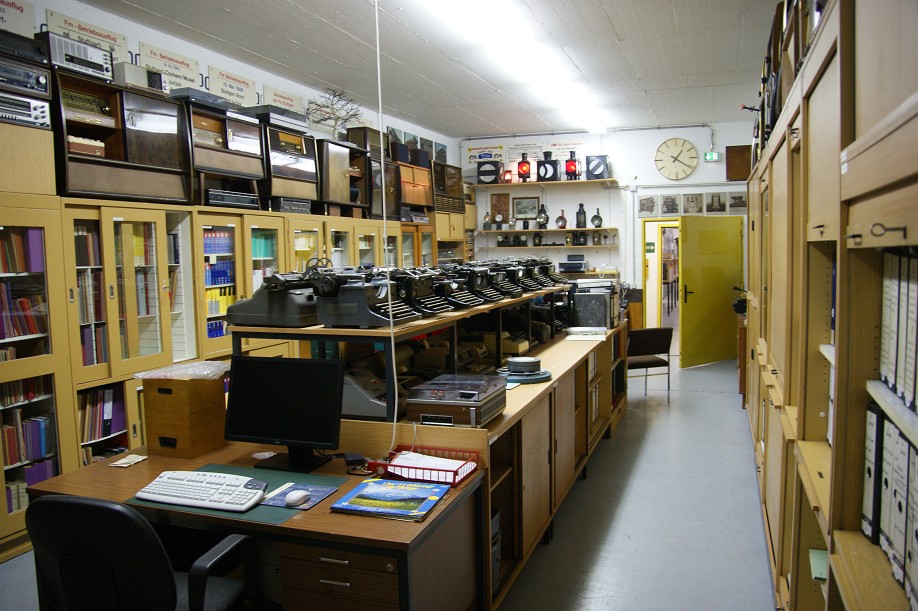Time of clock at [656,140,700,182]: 1:20
